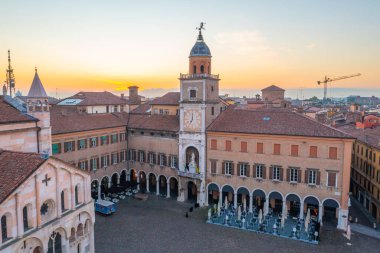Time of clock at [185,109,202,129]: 7:00
